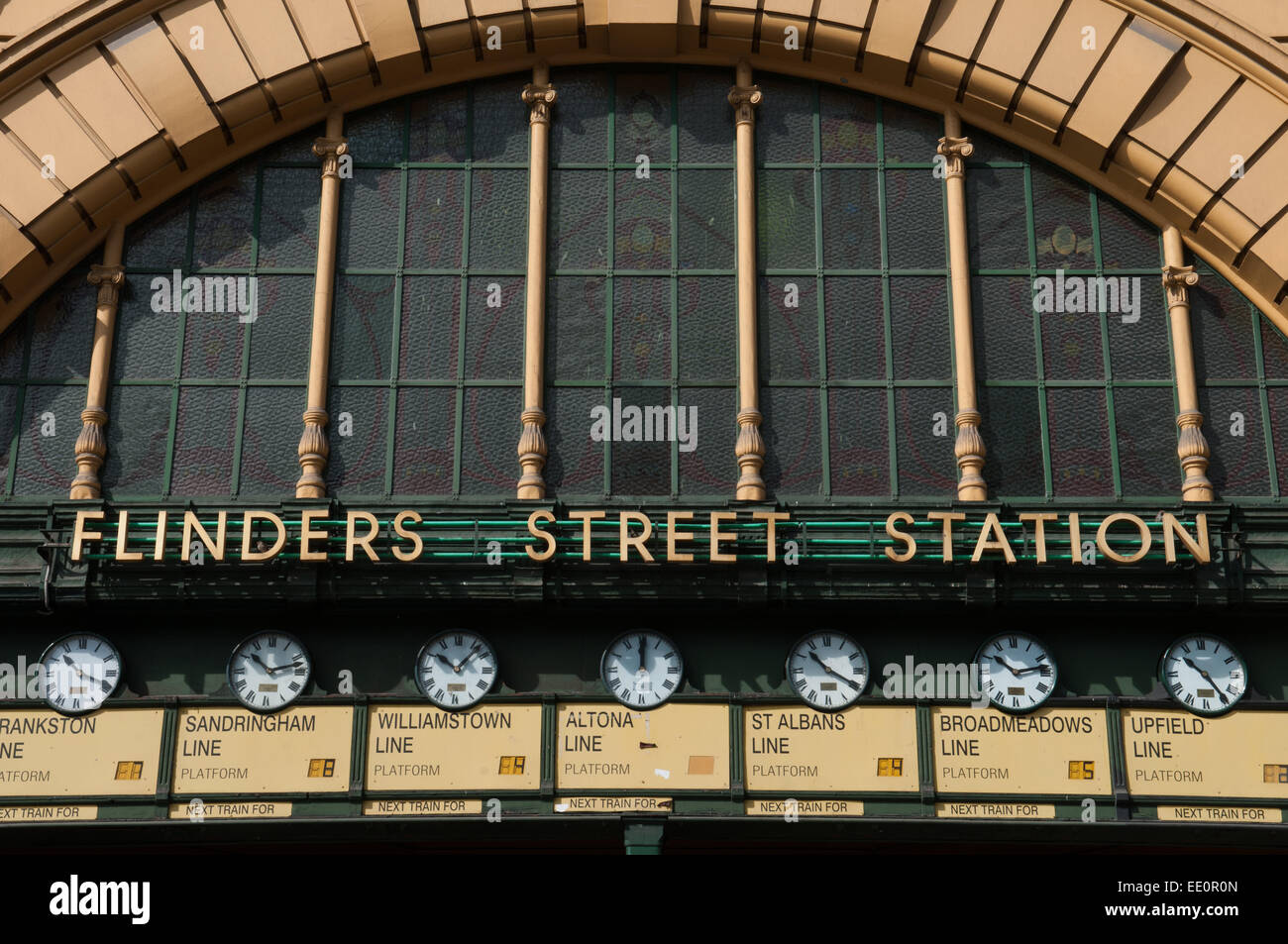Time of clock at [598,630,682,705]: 12:00
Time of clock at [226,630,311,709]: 10:12
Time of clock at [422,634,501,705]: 10:07
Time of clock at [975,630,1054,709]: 10:12
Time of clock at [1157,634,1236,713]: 10:24
